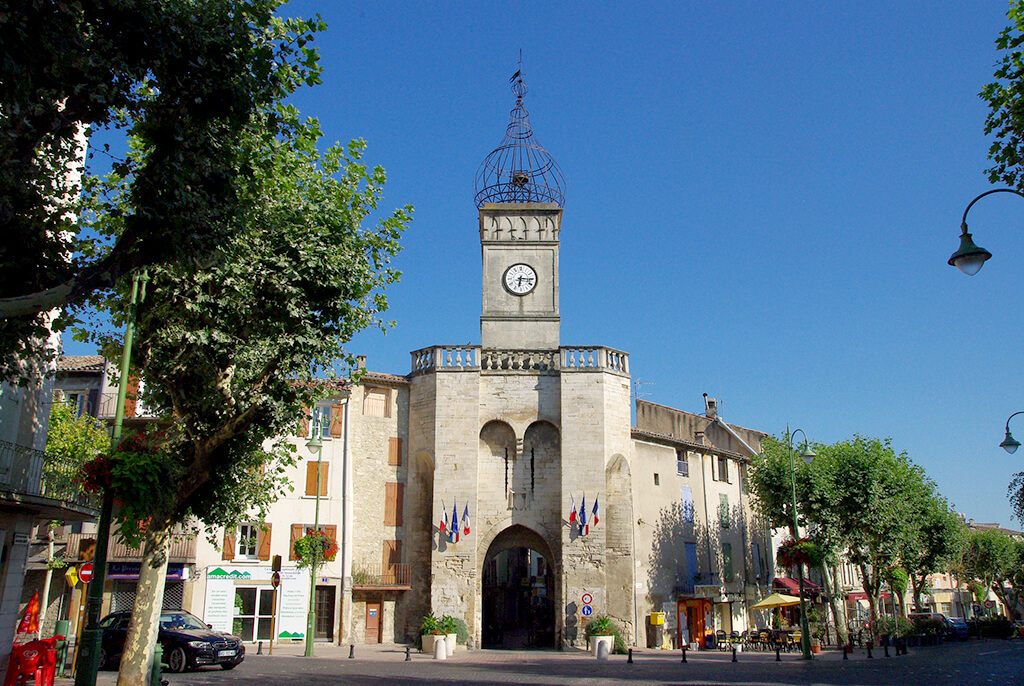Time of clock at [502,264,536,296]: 6:15
